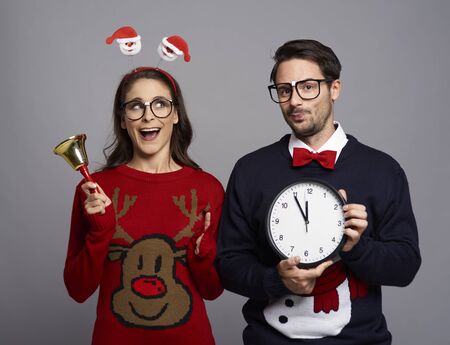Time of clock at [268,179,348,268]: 11:54
